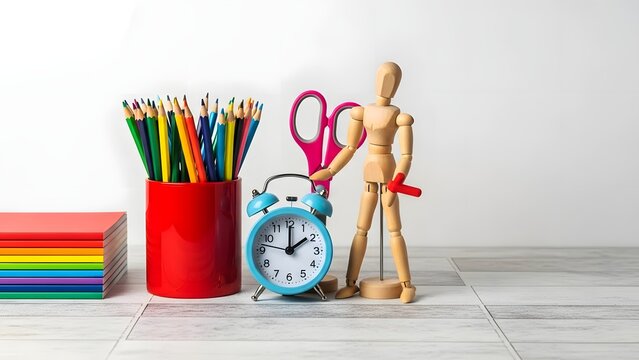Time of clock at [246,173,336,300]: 2:00
